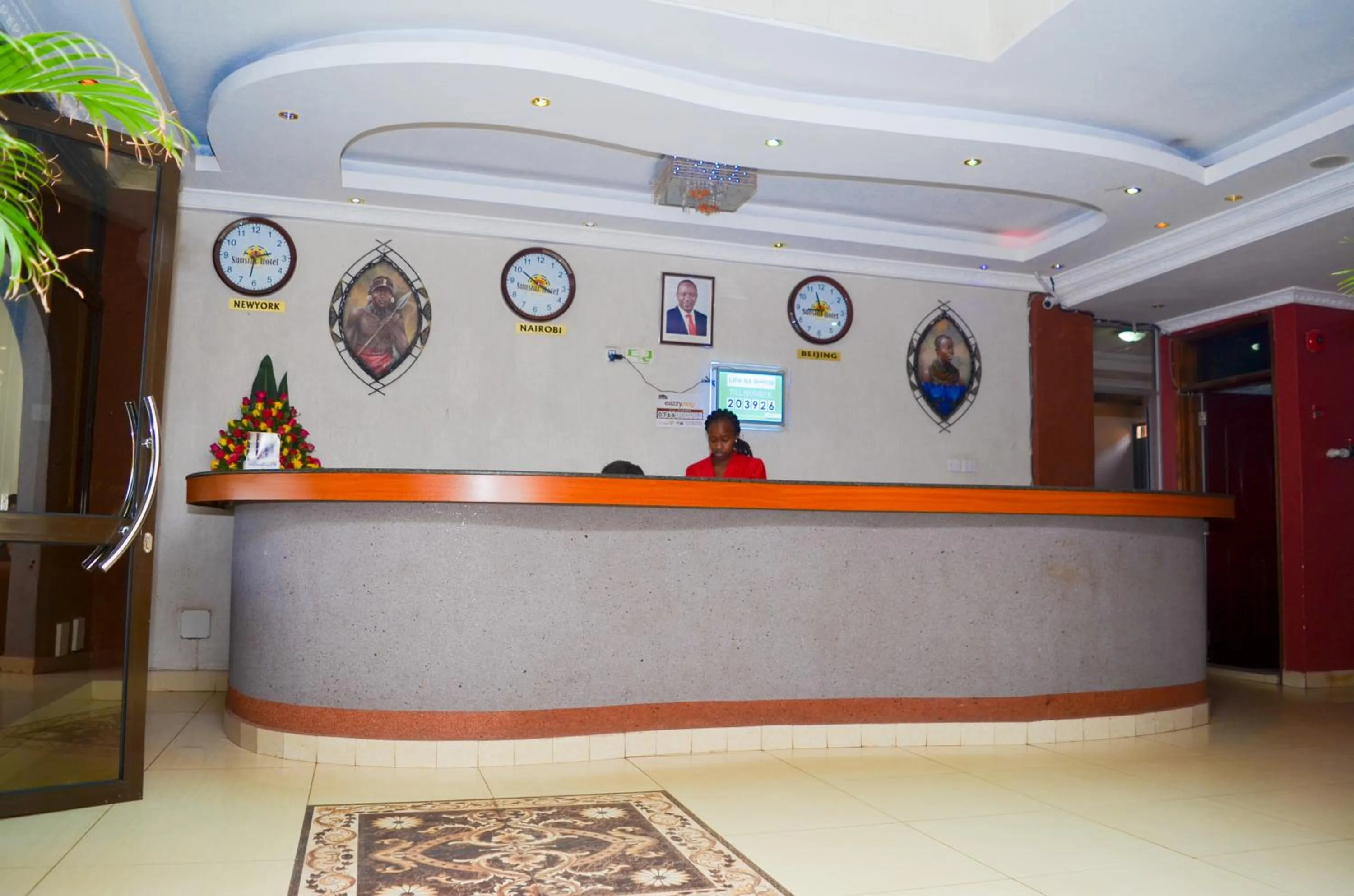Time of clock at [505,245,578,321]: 3:50
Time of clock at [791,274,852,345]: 8:57
